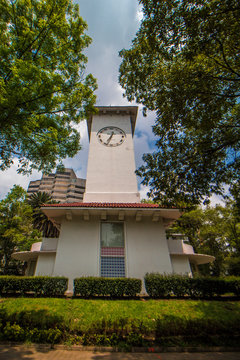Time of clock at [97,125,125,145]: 12:33
